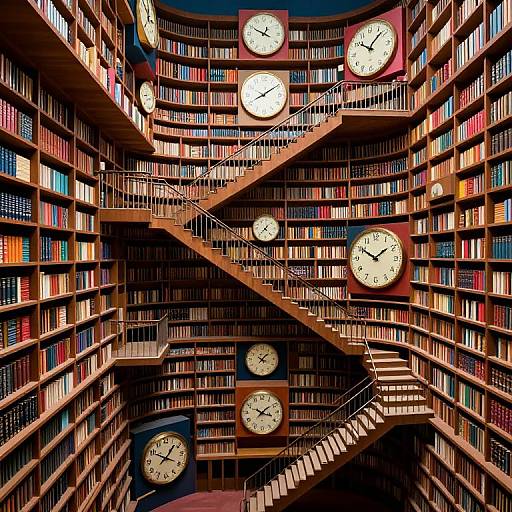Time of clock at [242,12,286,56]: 12:49
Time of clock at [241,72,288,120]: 8:09
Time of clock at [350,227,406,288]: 1:50
